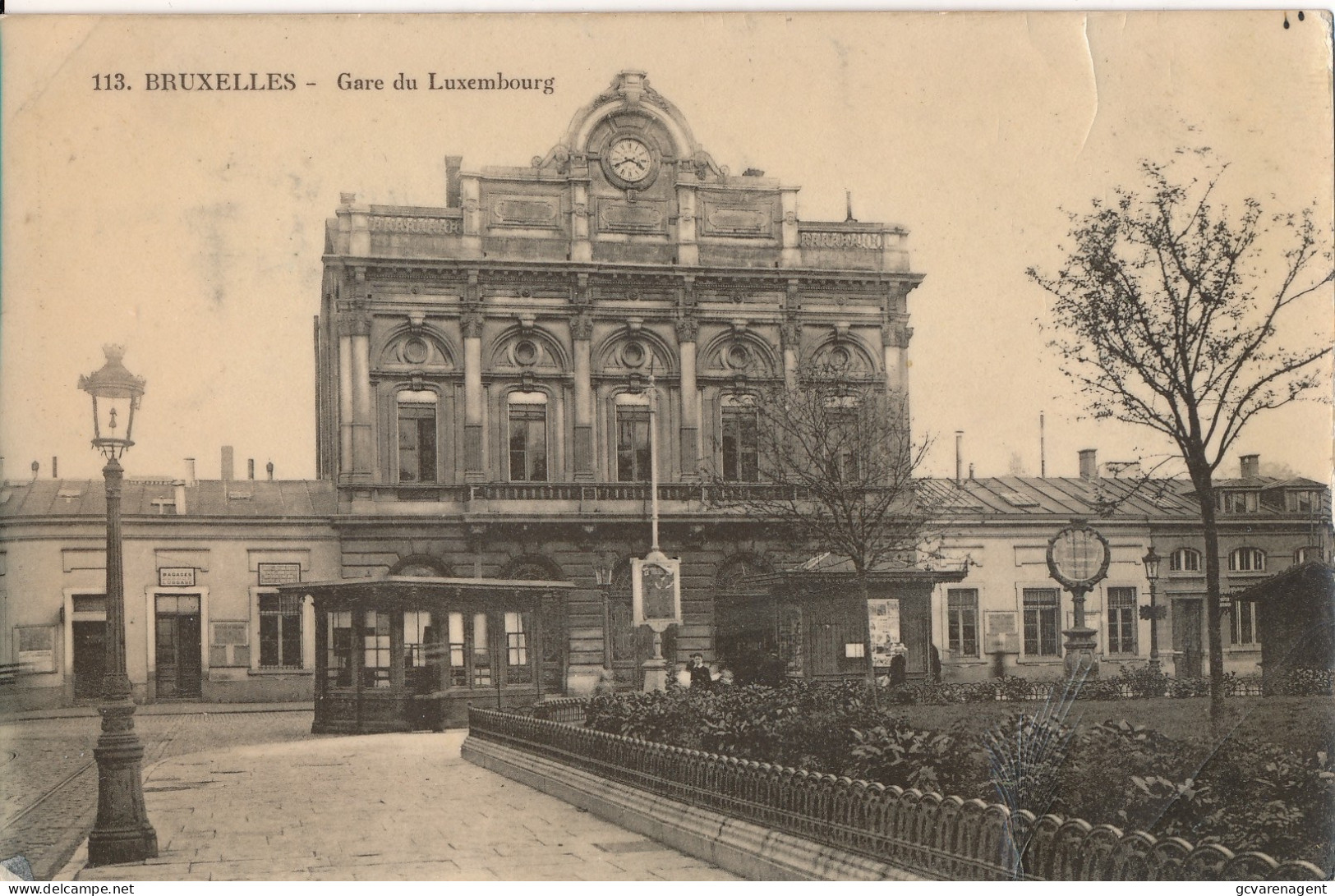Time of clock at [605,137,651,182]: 3:40
